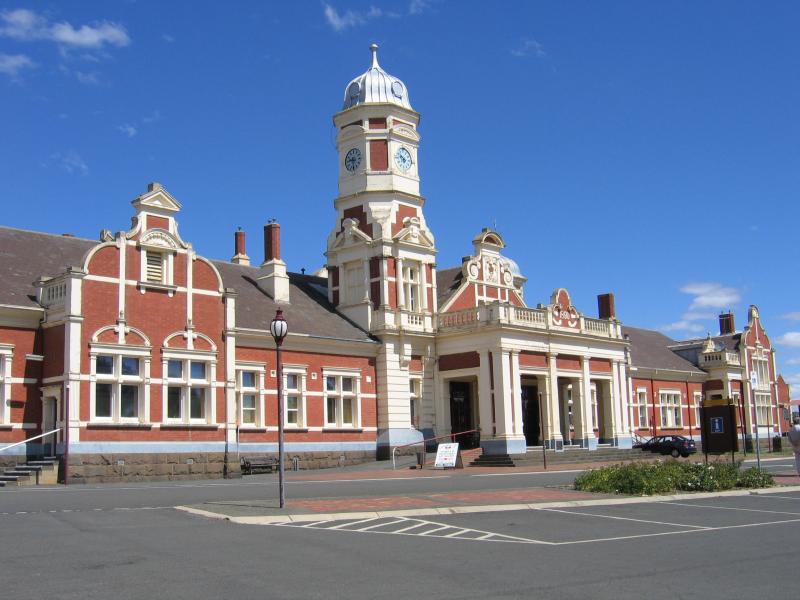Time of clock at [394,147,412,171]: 5:51
